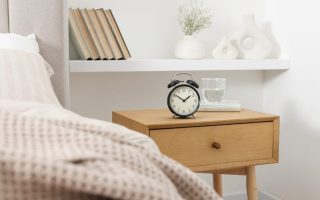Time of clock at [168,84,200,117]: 1:51
